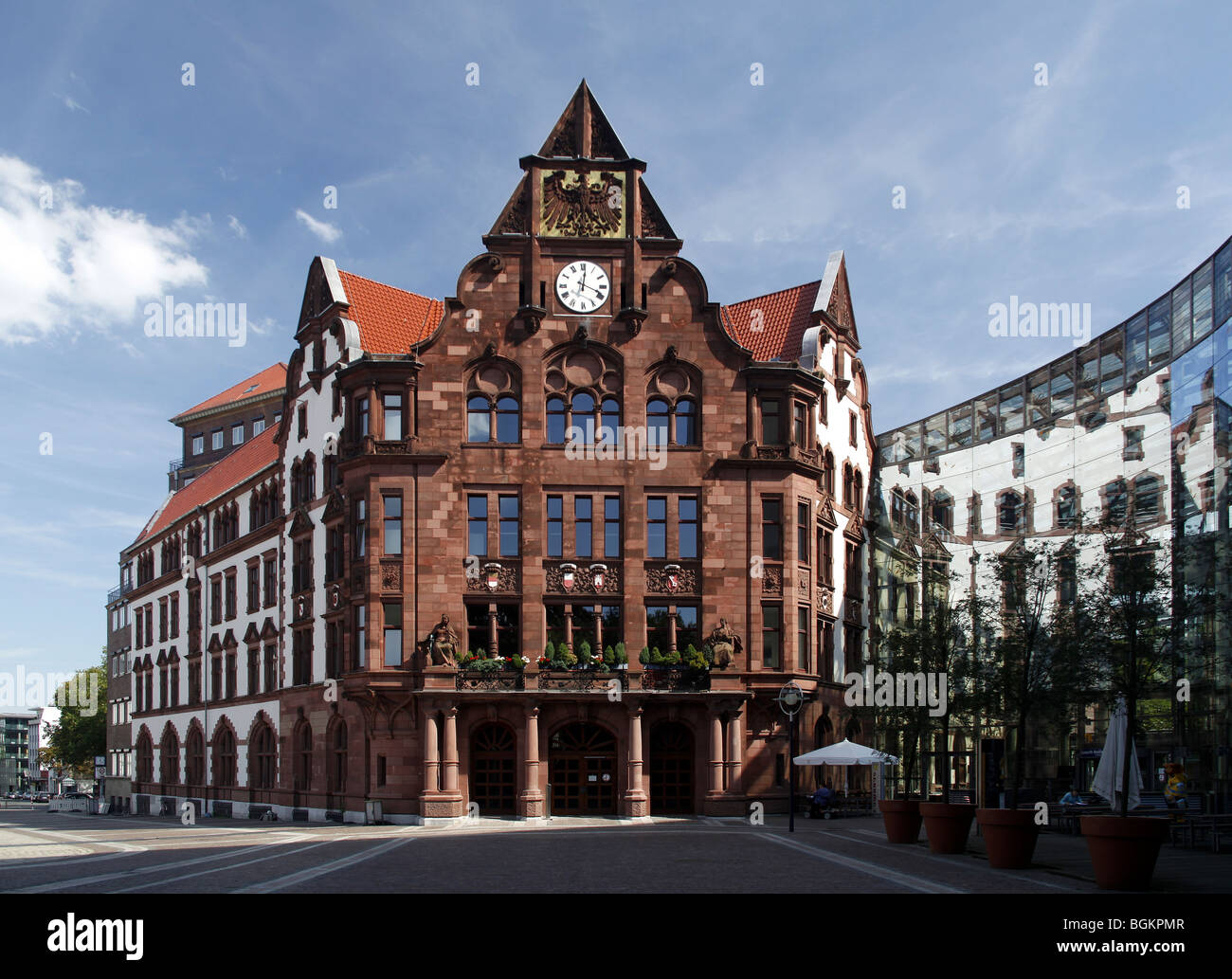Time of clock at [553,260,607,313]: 12:18
